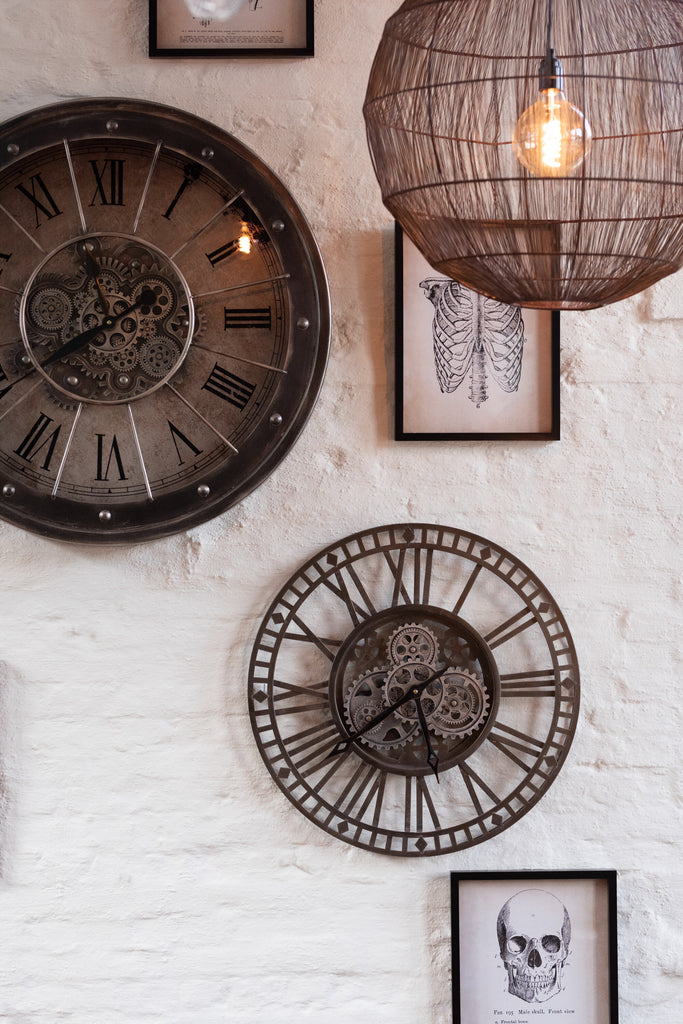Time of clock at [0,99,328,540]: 11:40
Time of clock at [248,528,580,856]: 5:38
